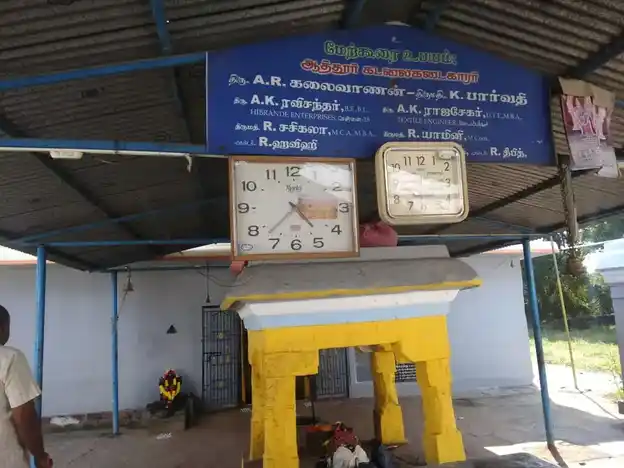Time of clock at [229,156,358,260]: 4:37
